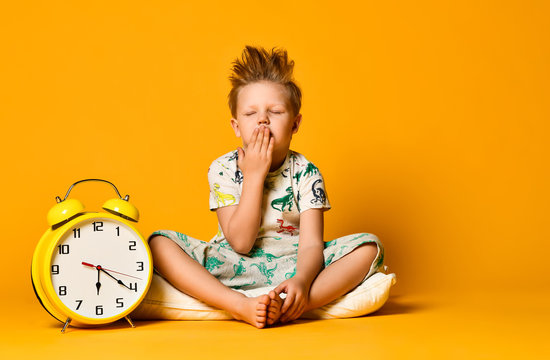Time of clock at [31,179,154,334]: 6:20
